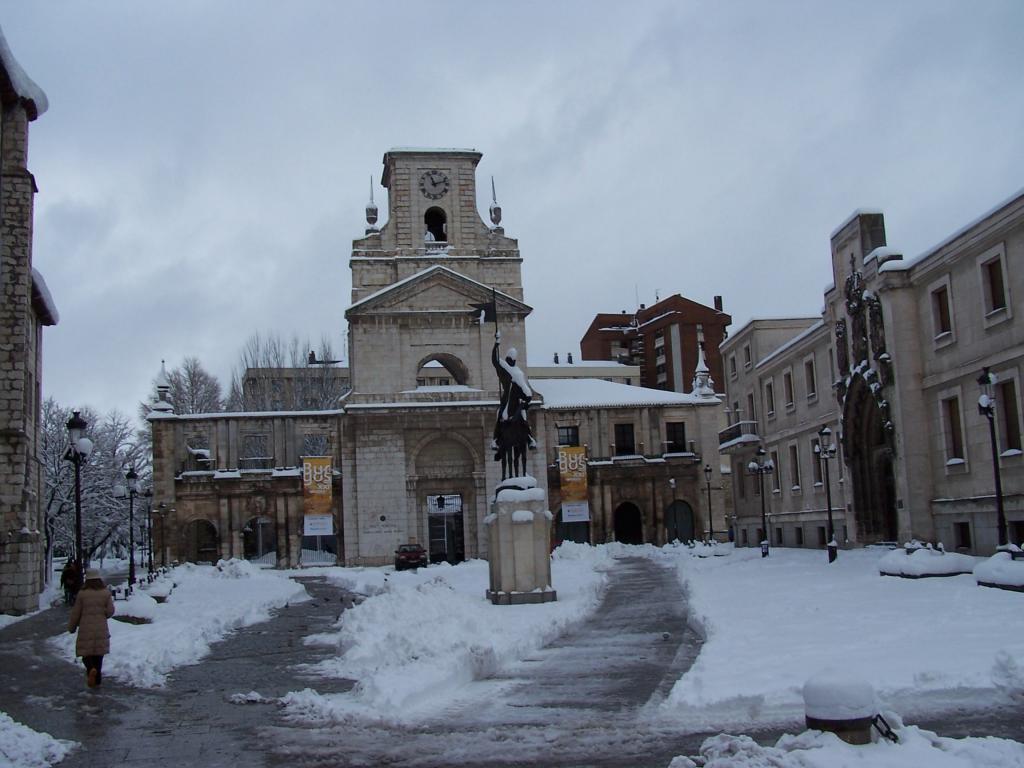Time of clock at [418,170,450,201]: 11:12
